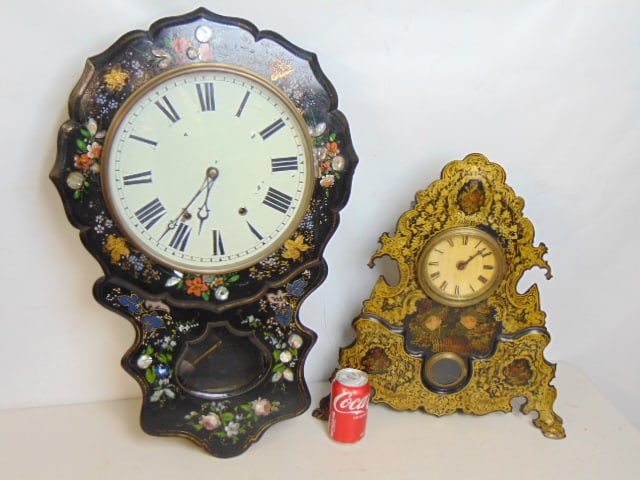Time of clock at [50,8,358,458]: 6:36
